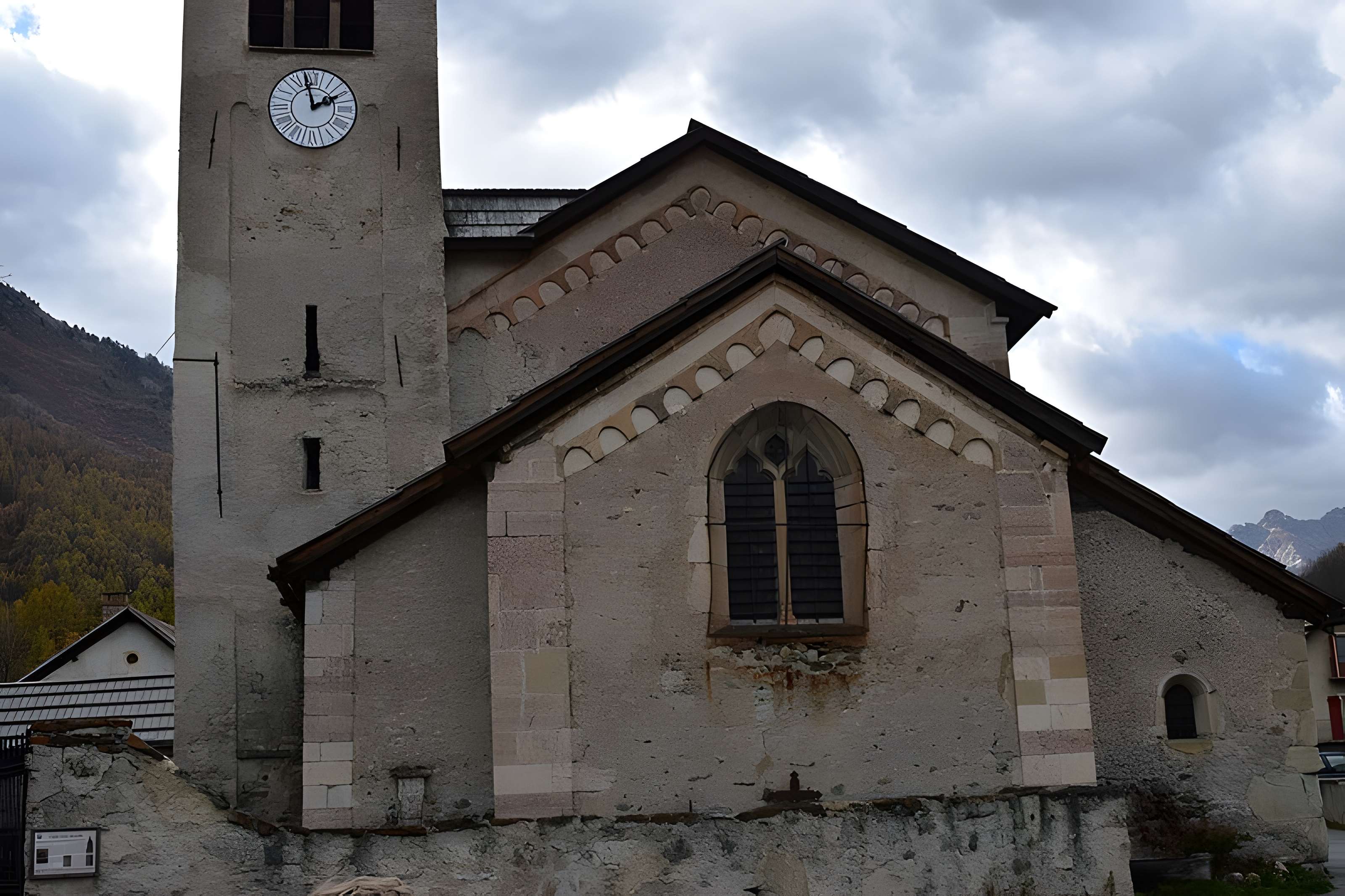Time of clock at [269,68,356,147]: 1:57
